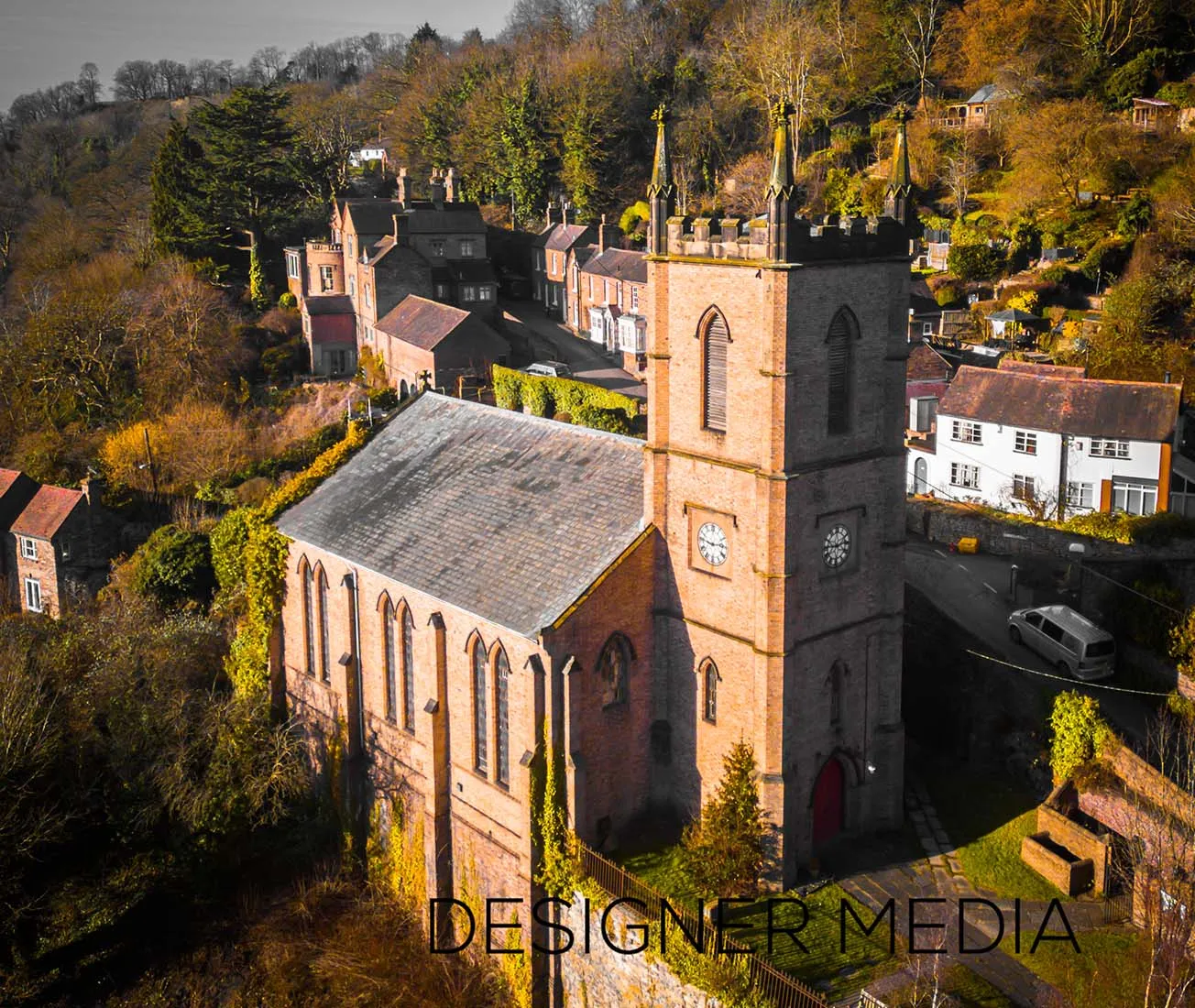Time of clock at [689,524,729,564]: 2:46
